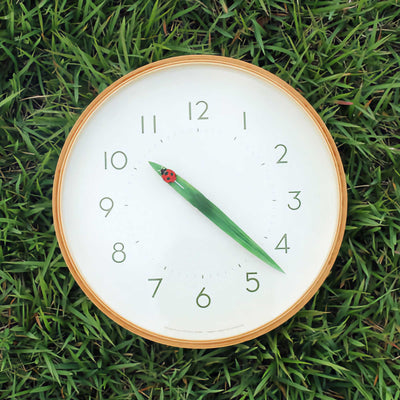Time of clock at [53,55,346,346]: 4:21
